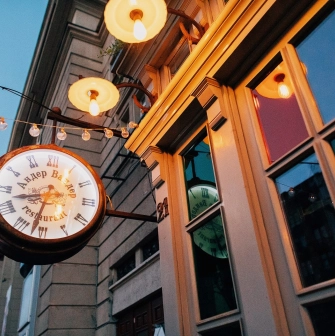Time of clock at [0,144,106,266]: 8:32
